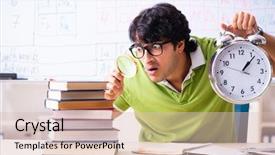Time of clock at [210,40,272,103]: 1:06
